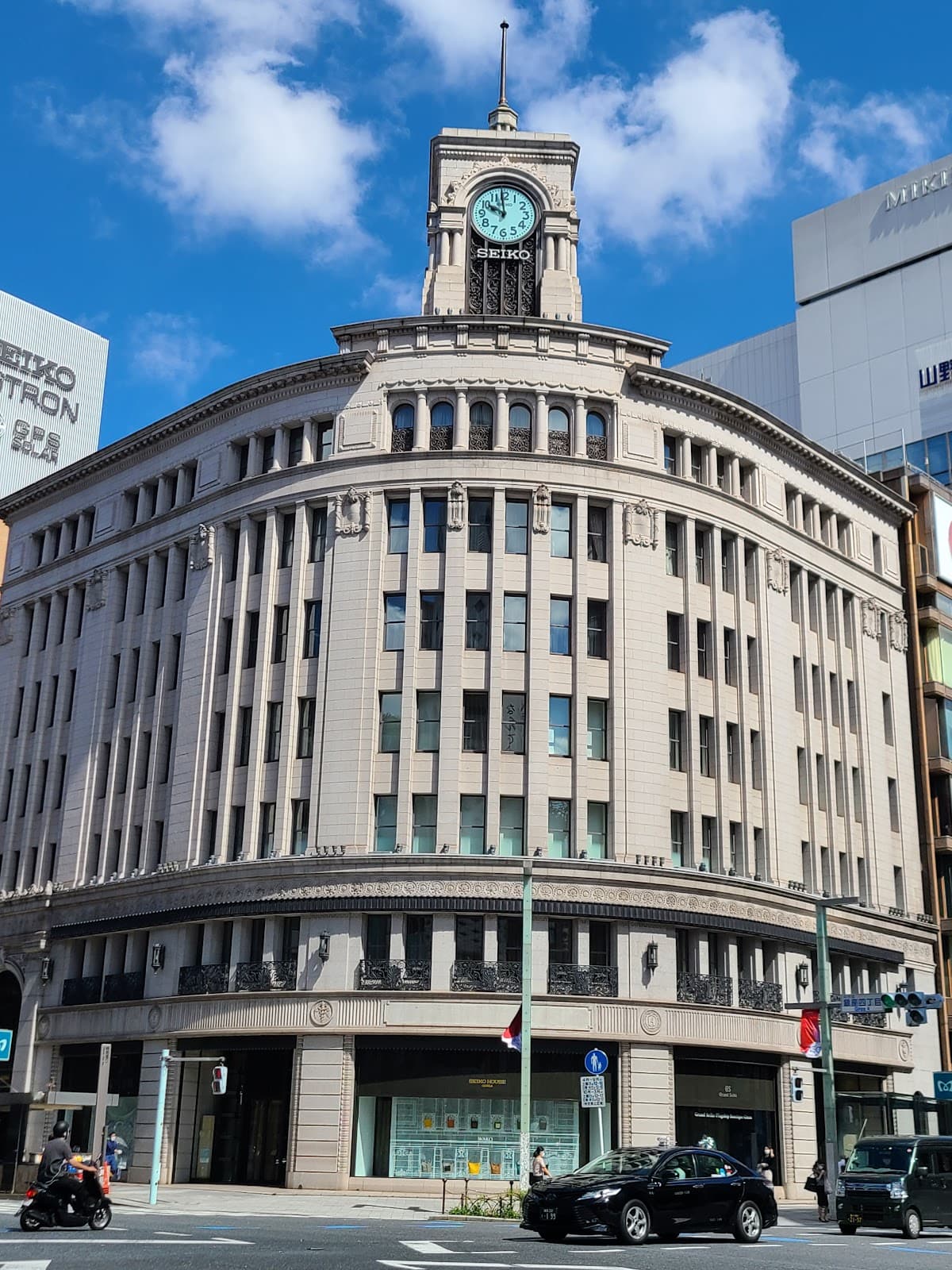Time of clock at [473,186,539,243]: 9:59
